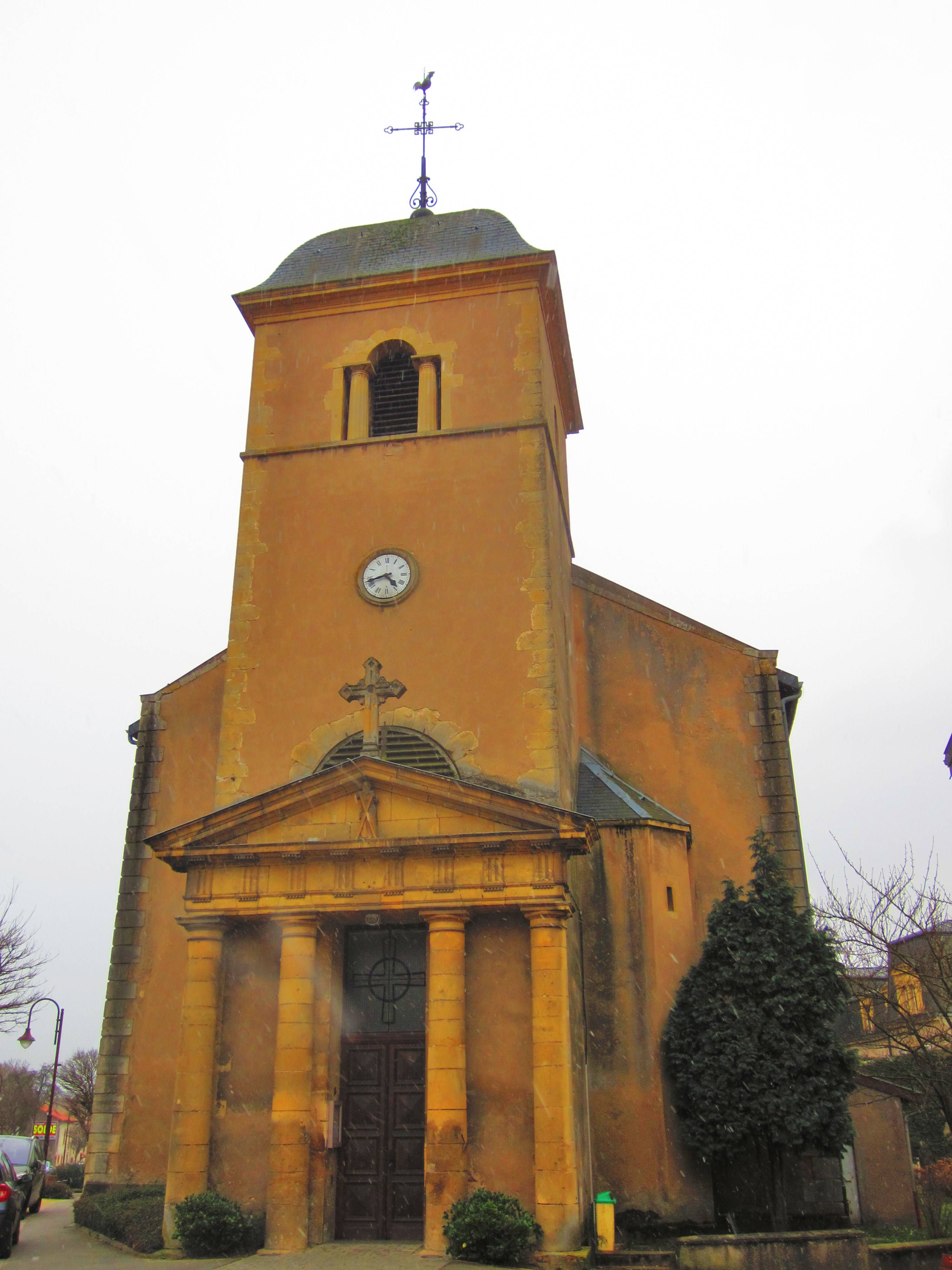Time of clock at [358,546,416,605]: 4:42
